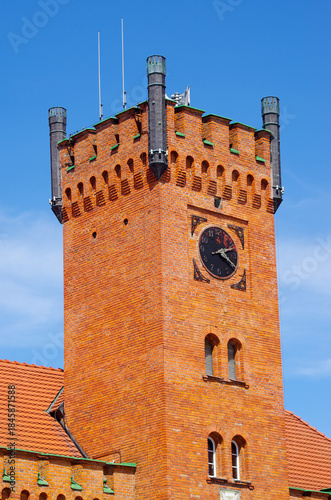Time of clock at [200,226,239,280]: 2:20
